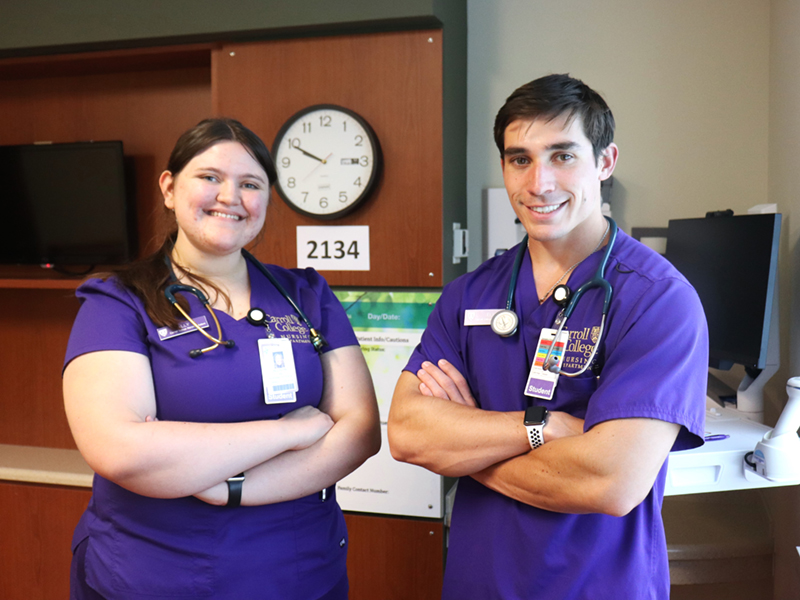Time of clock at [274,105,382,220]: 9:49
